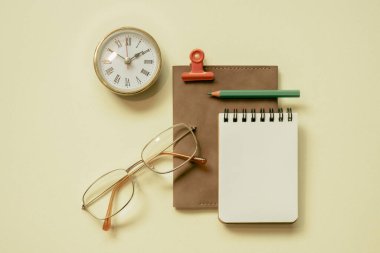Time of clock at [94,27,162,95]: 1:50
